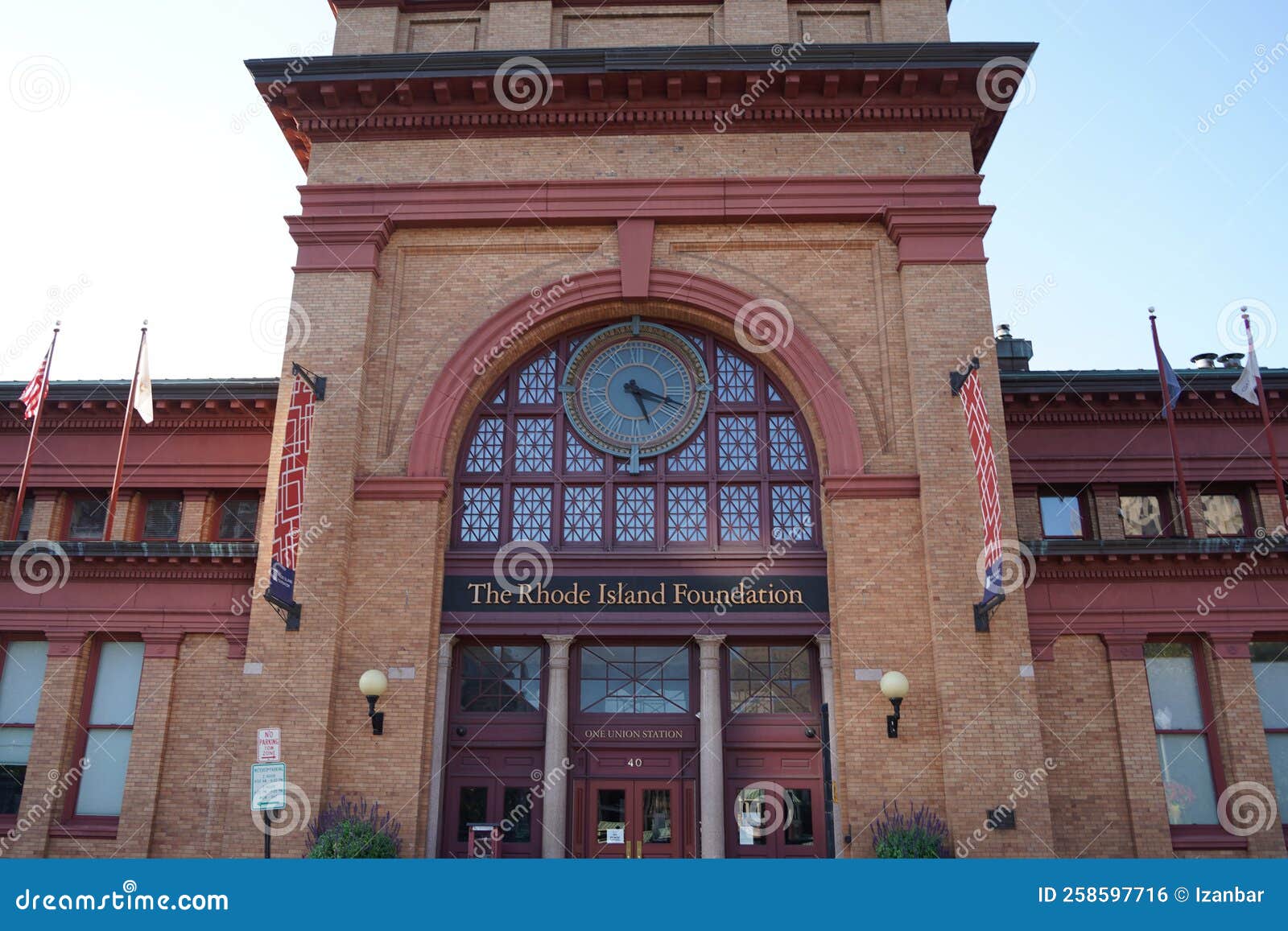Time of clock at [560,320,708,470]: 5:18
